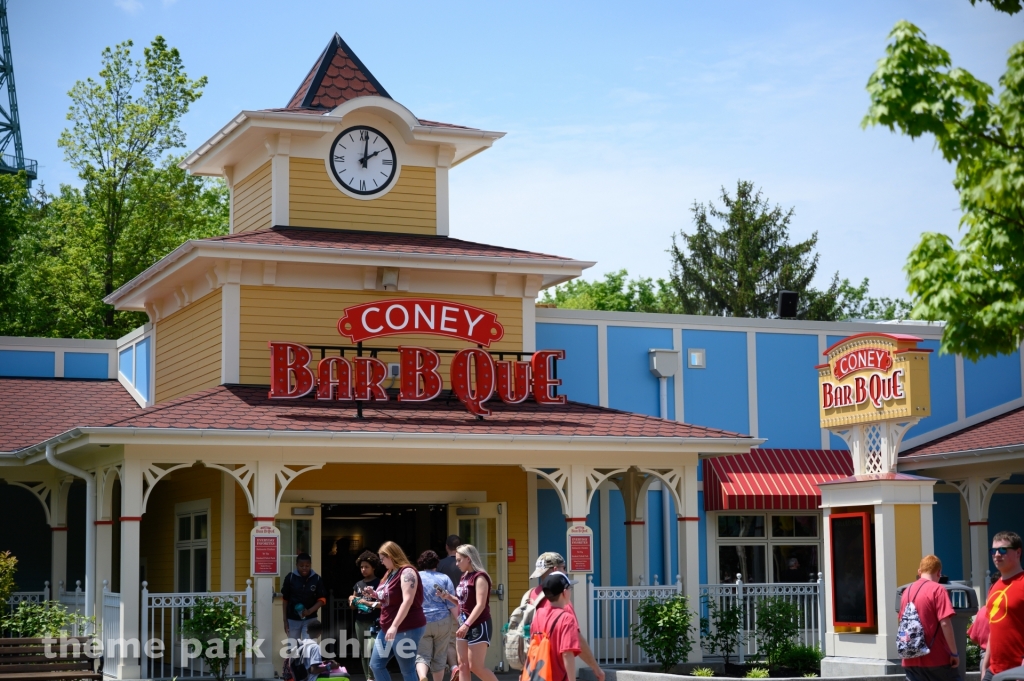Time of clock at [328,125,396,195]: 2:01
